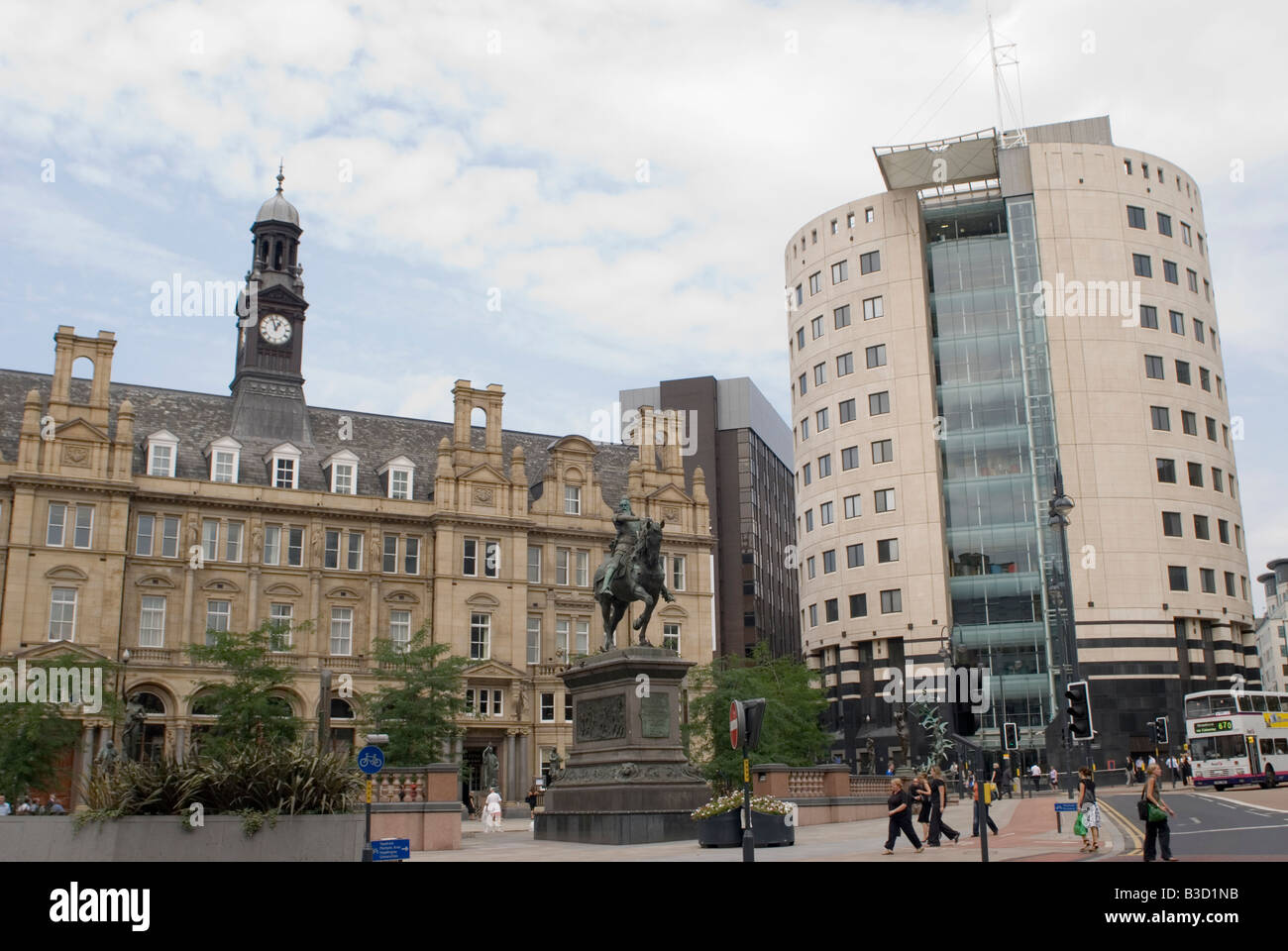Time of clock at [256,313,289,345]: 12:56
